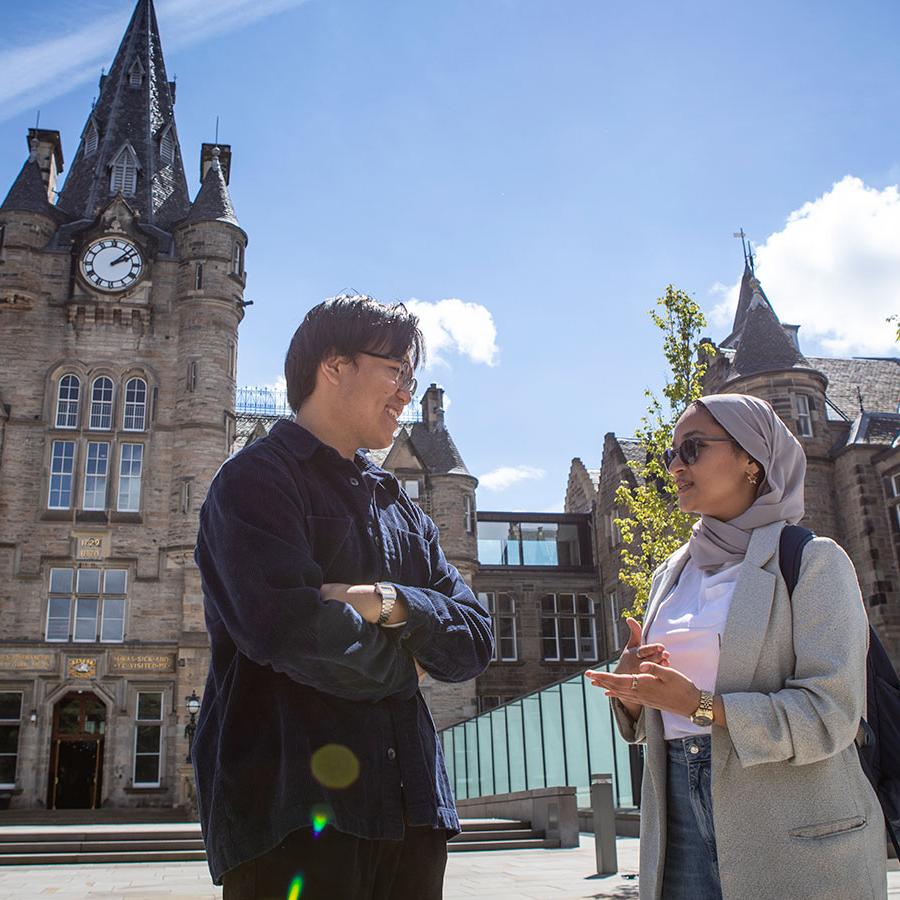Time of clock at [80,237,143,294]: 2:08
